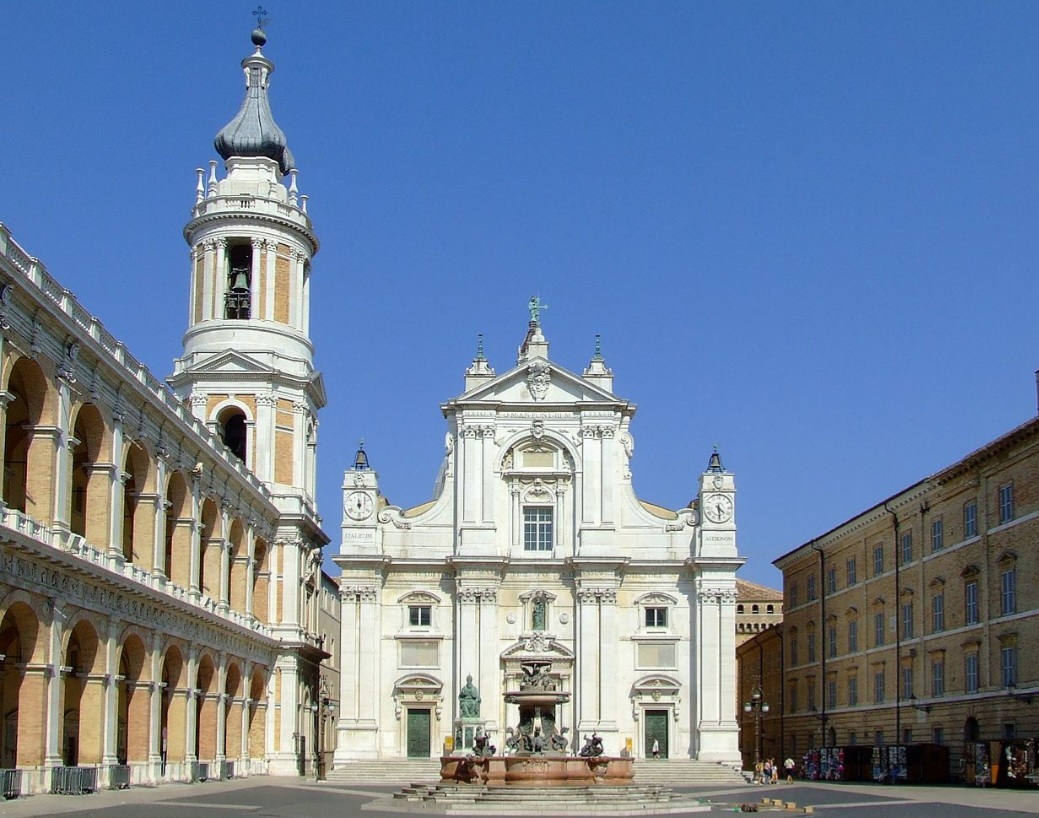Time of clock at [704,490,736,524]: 4:29
